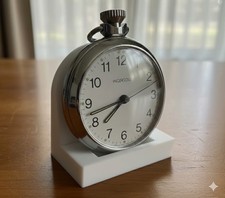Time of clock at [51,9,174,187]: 7:42
